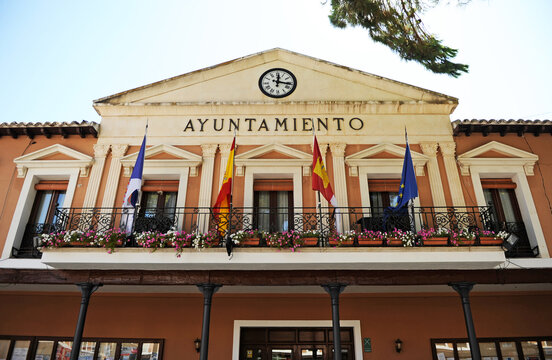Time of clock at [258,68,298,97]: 12:16
